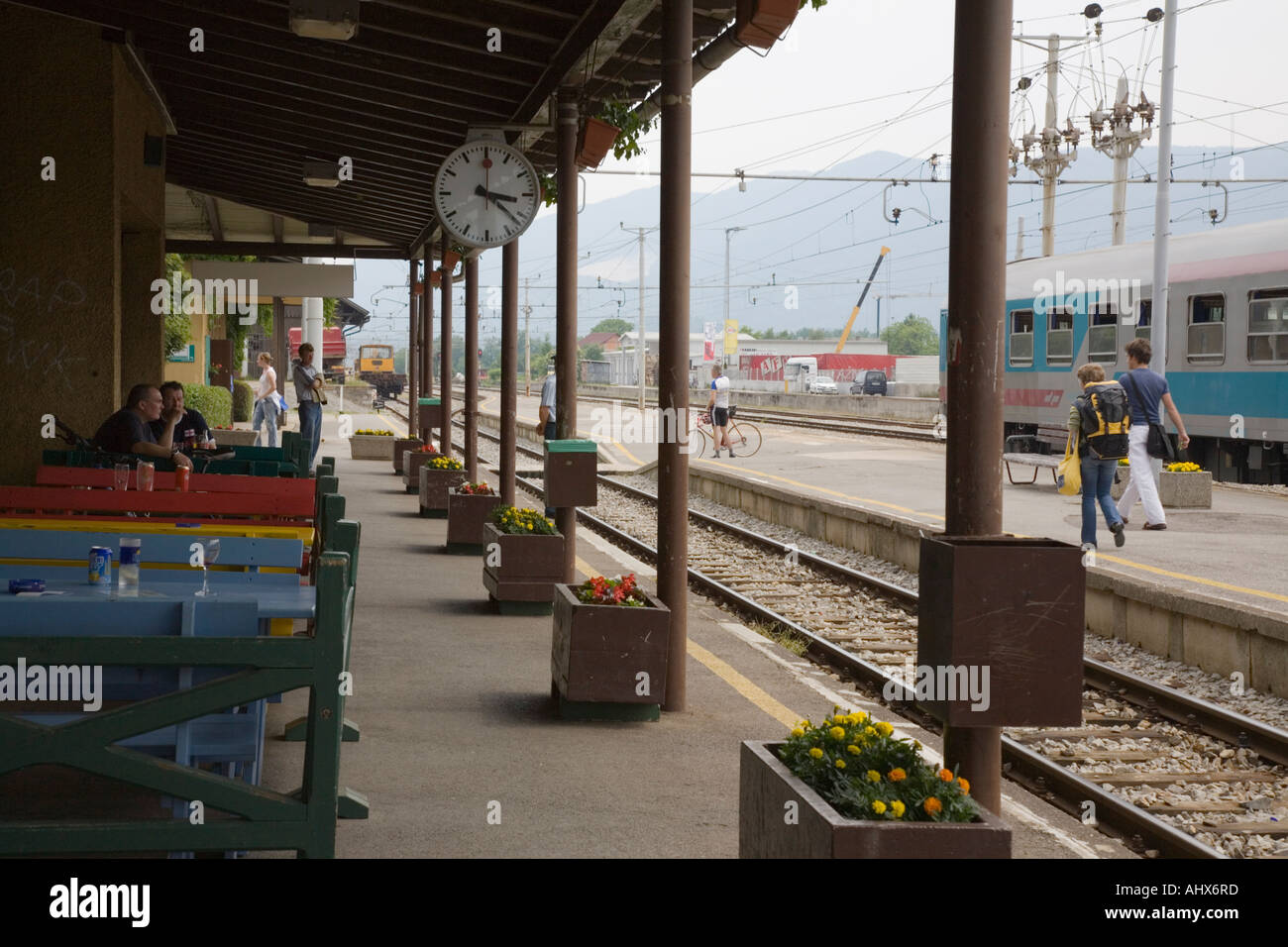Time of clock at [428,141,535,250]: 3:21
